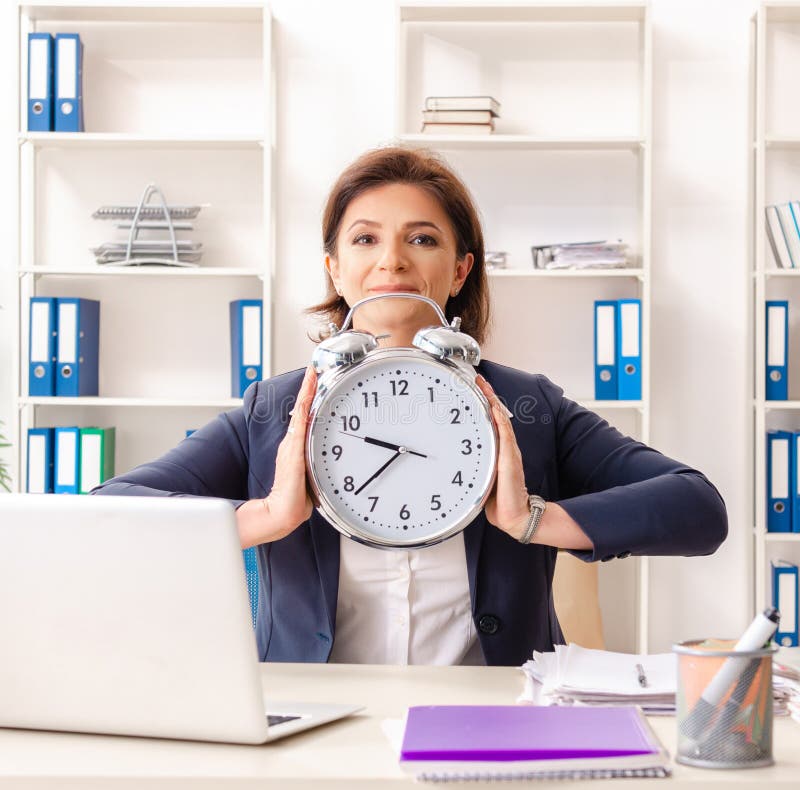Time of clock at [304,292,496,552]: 9:38
